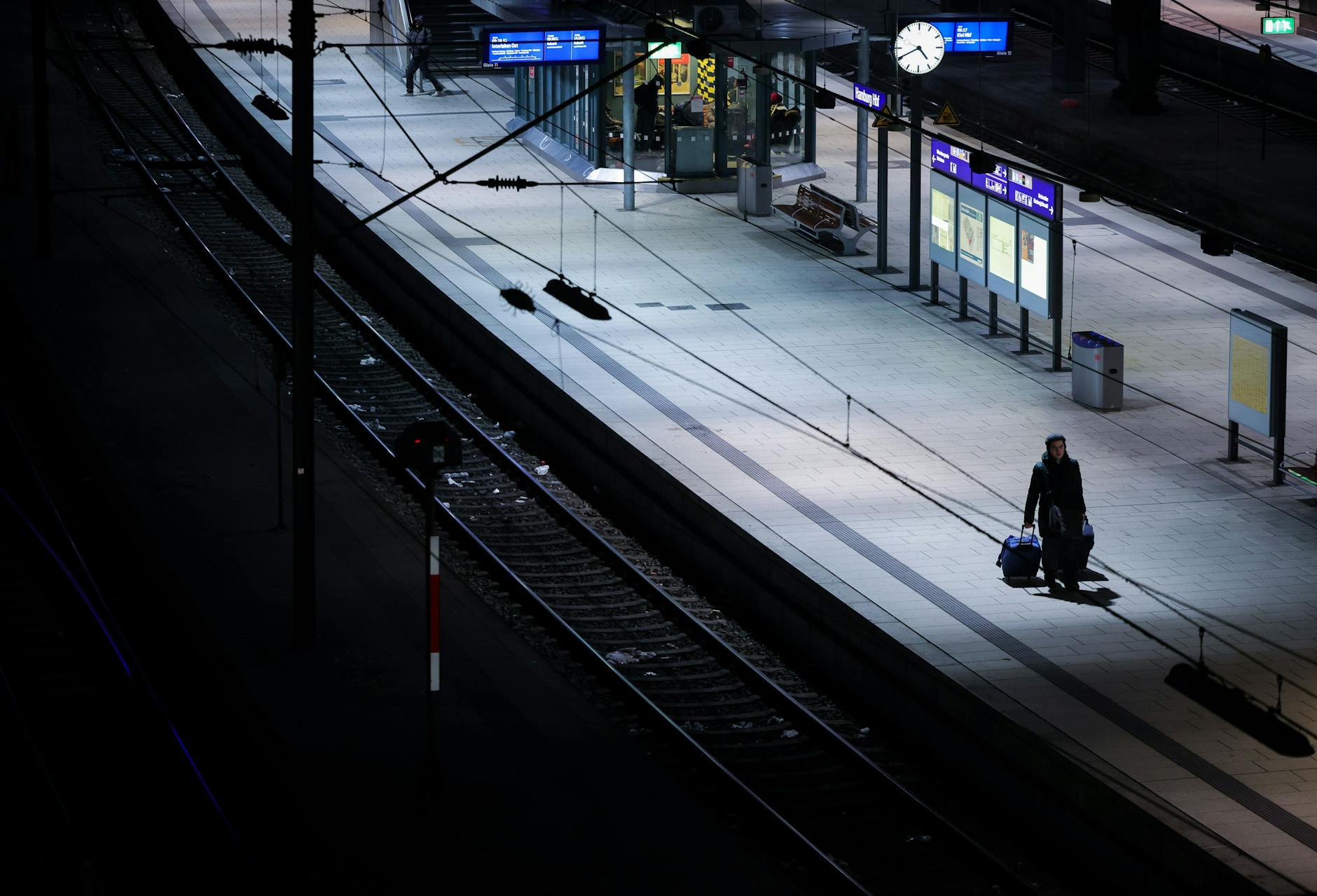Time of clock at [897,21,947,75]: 4:40
